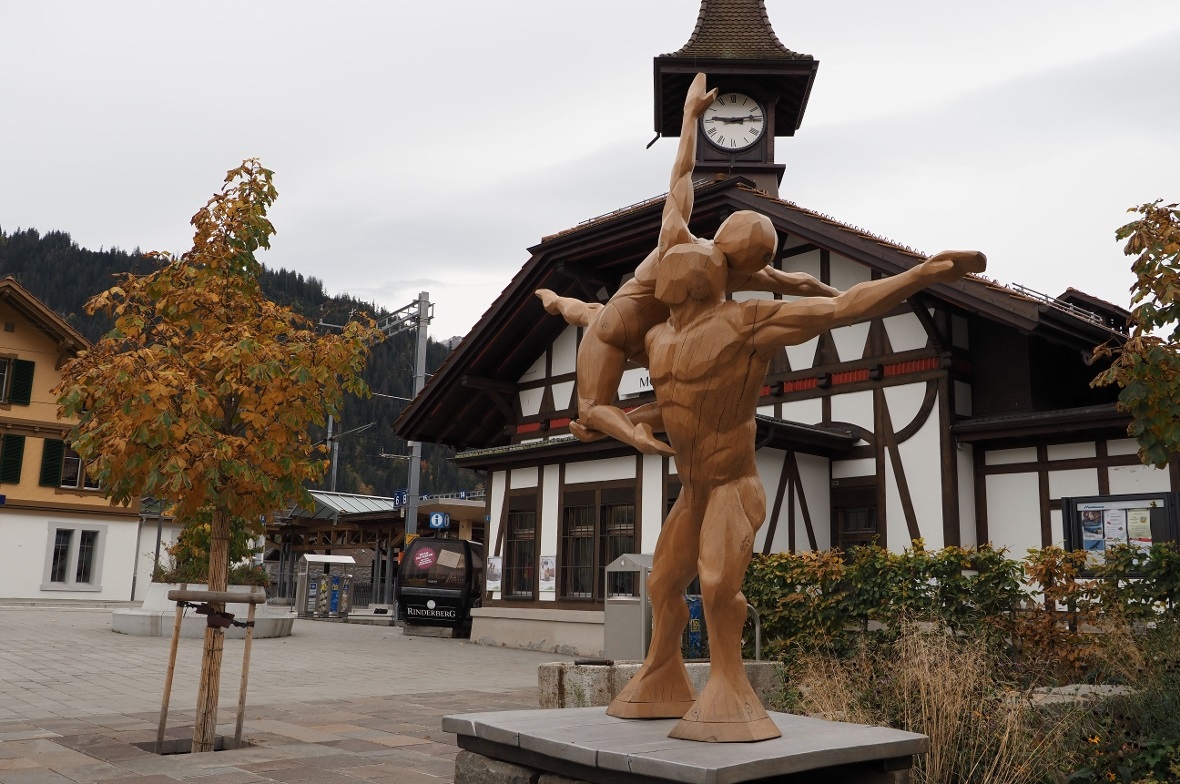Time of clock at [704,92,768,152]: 9:13
